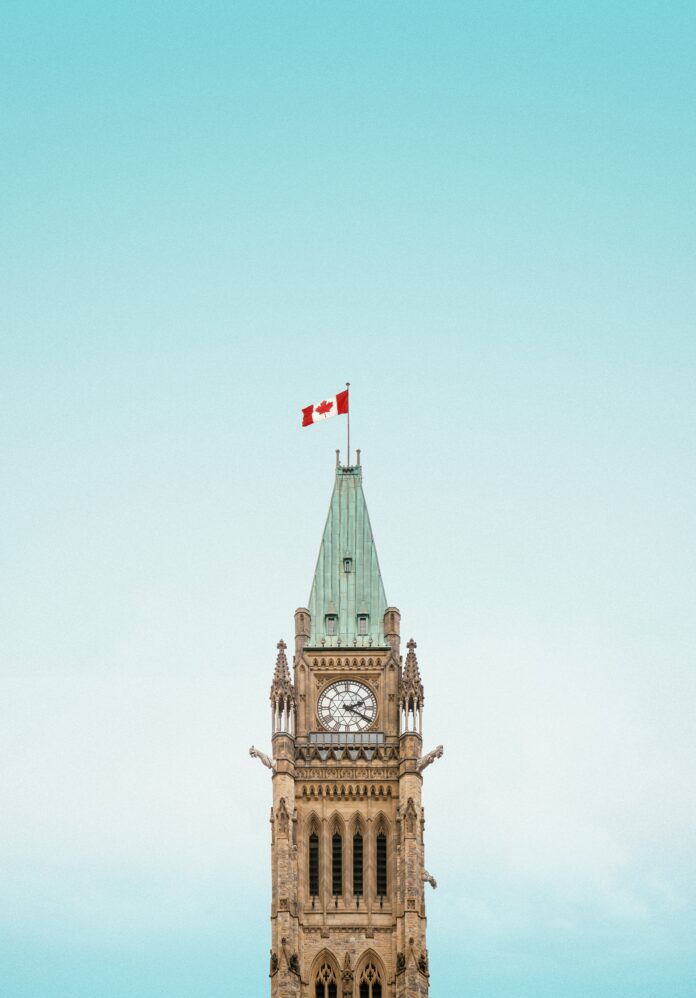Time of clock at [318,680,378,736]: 2:19
